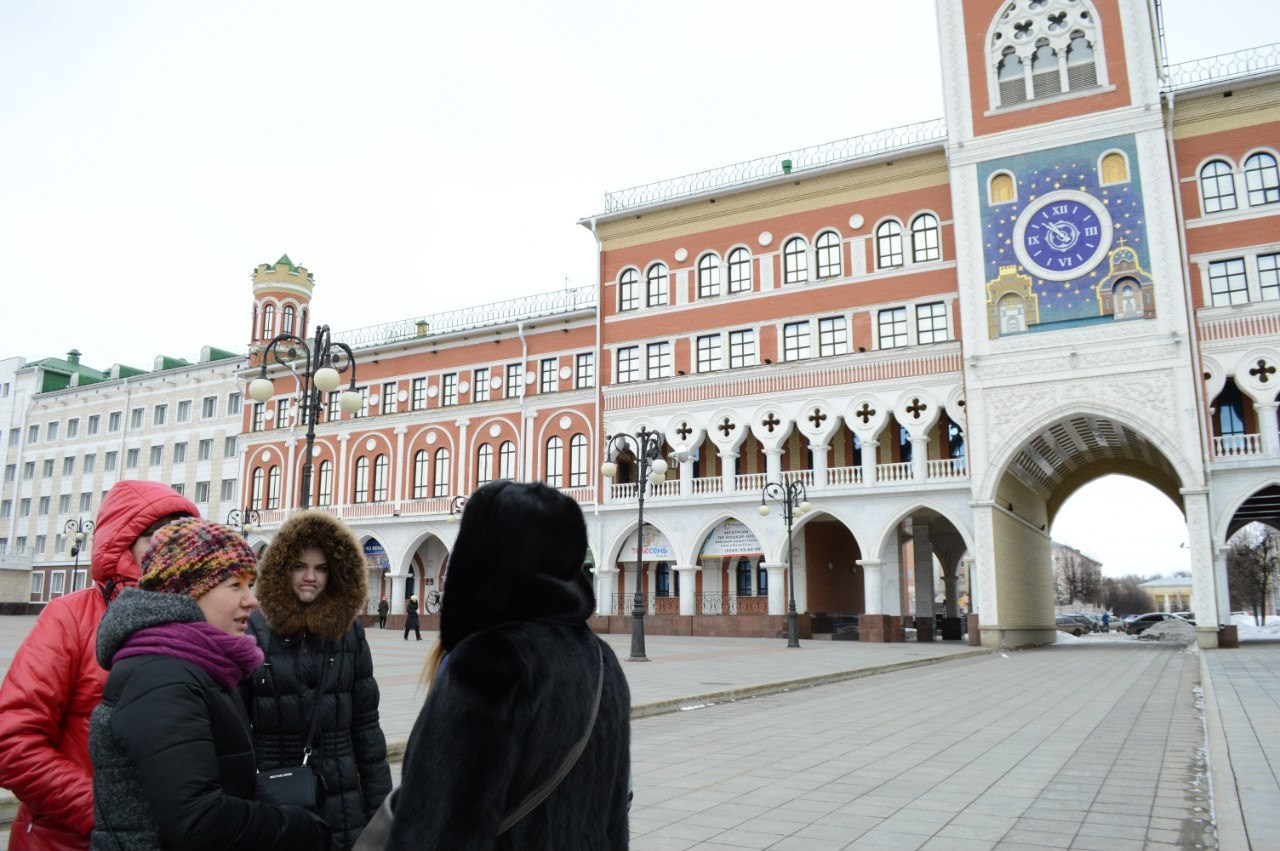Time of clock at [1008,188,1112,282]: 10:51
